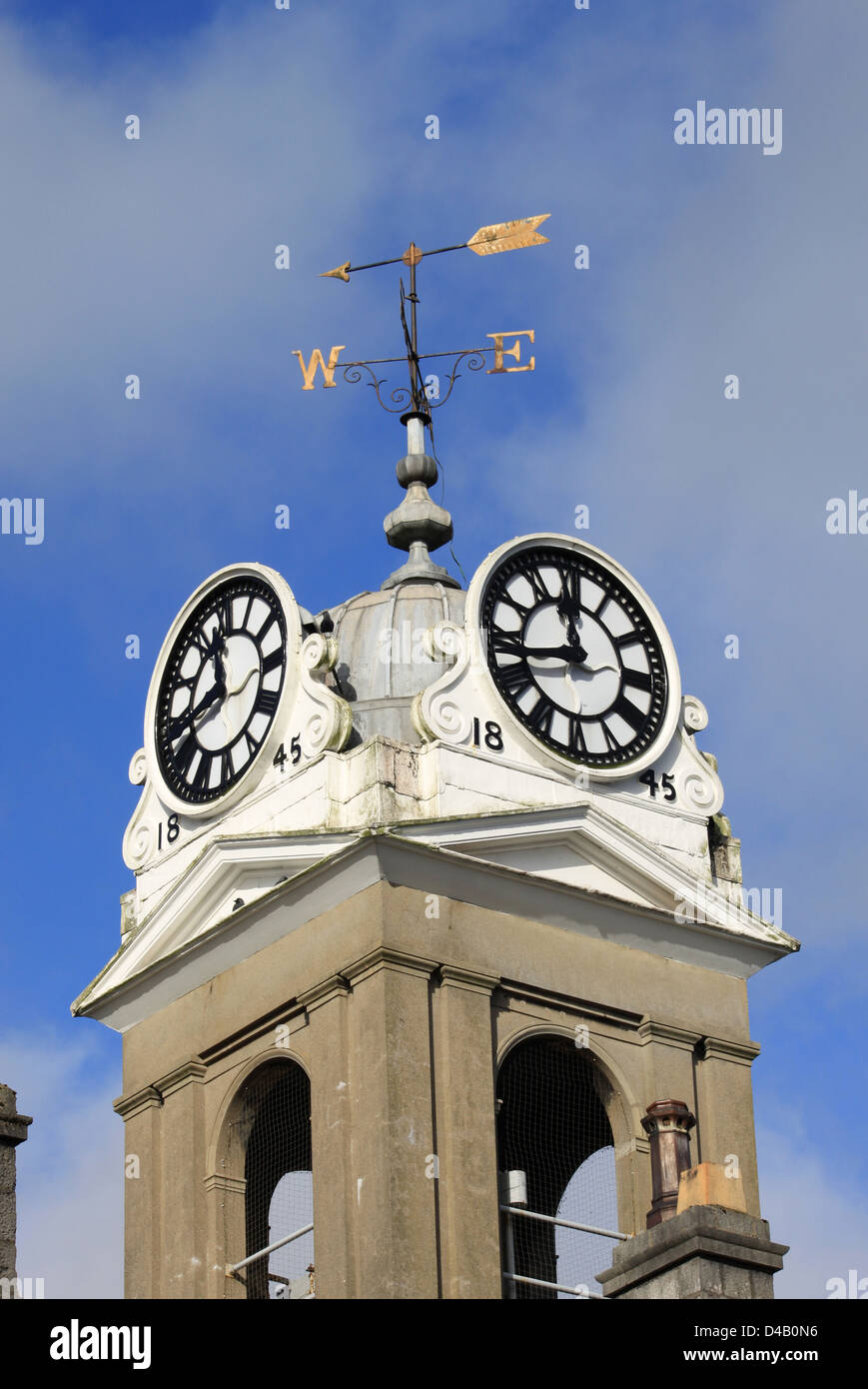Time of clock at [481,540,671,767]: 11:42
